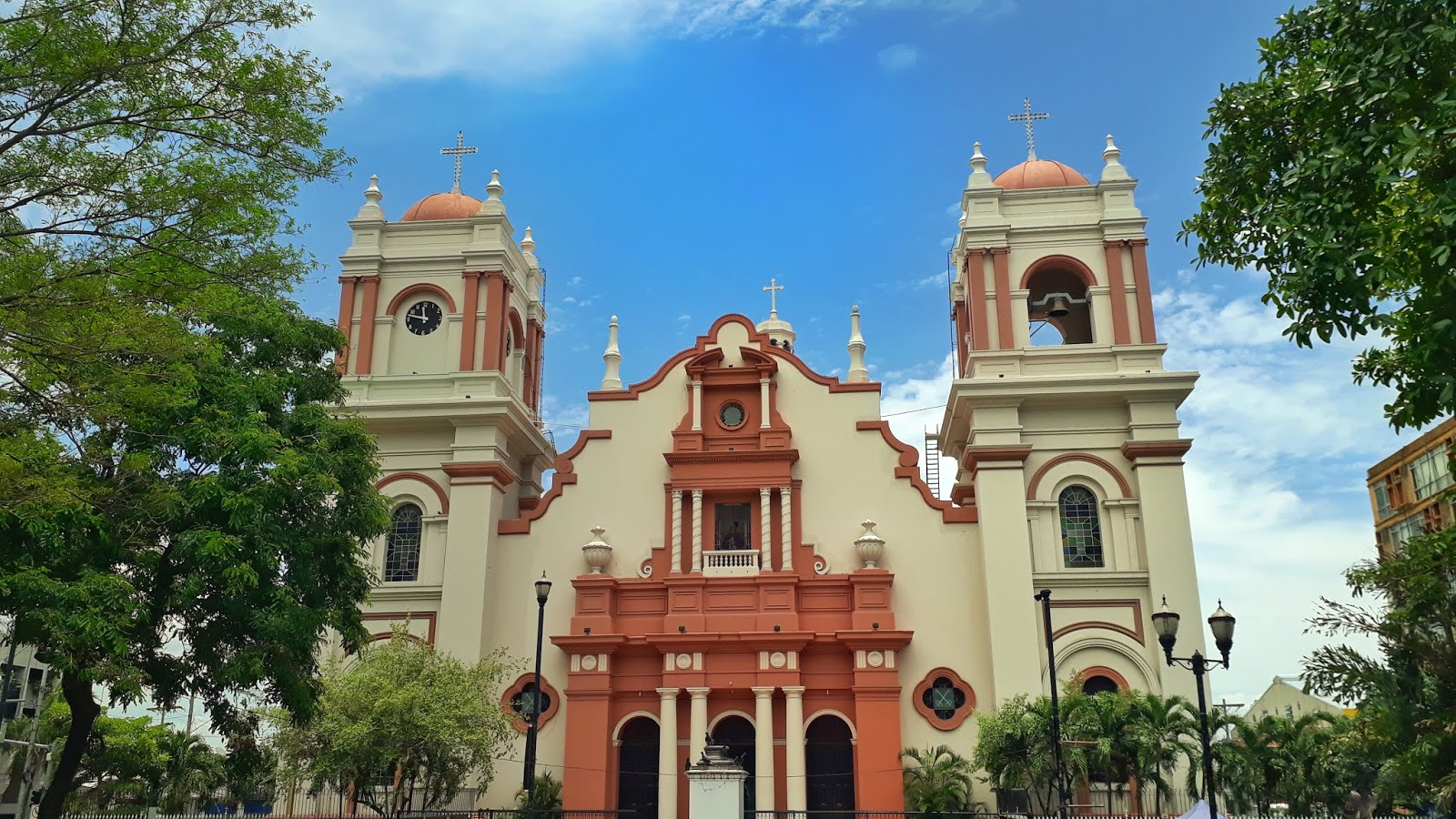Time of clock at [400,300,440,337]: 11:47
